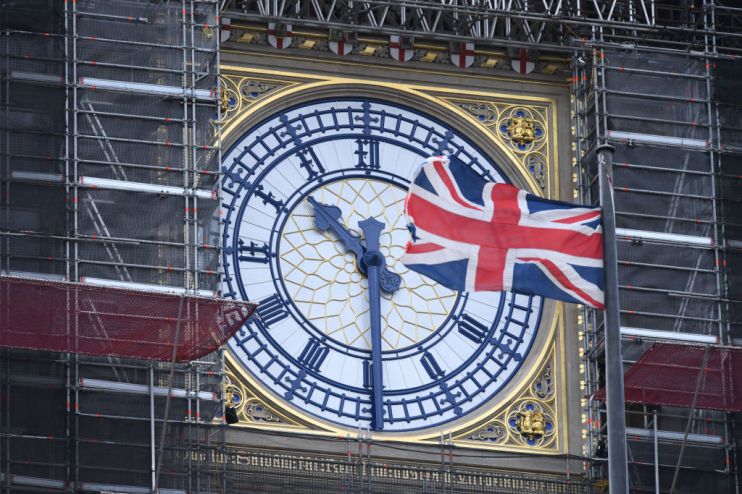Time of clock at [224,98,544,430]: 10:29
